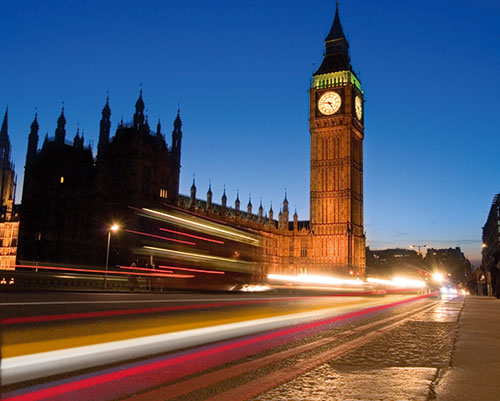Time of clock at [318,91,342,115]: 4:46
